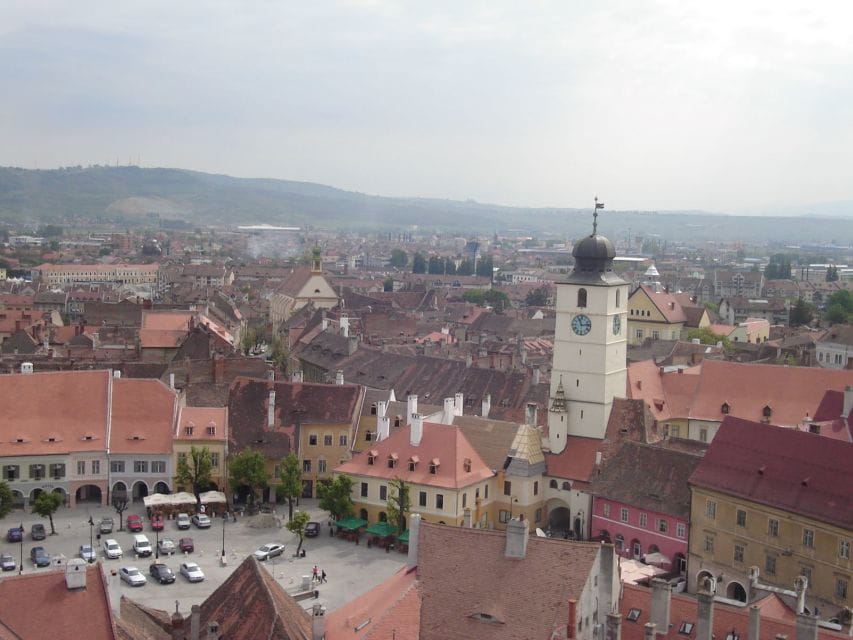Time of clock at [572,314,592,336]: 11:13
